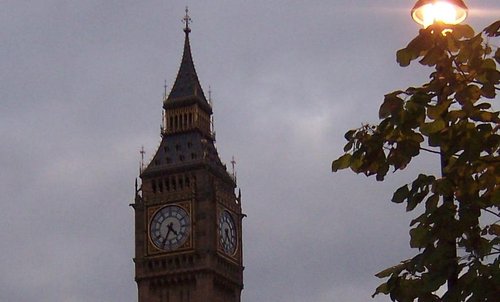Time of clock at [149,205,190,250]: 4:34
